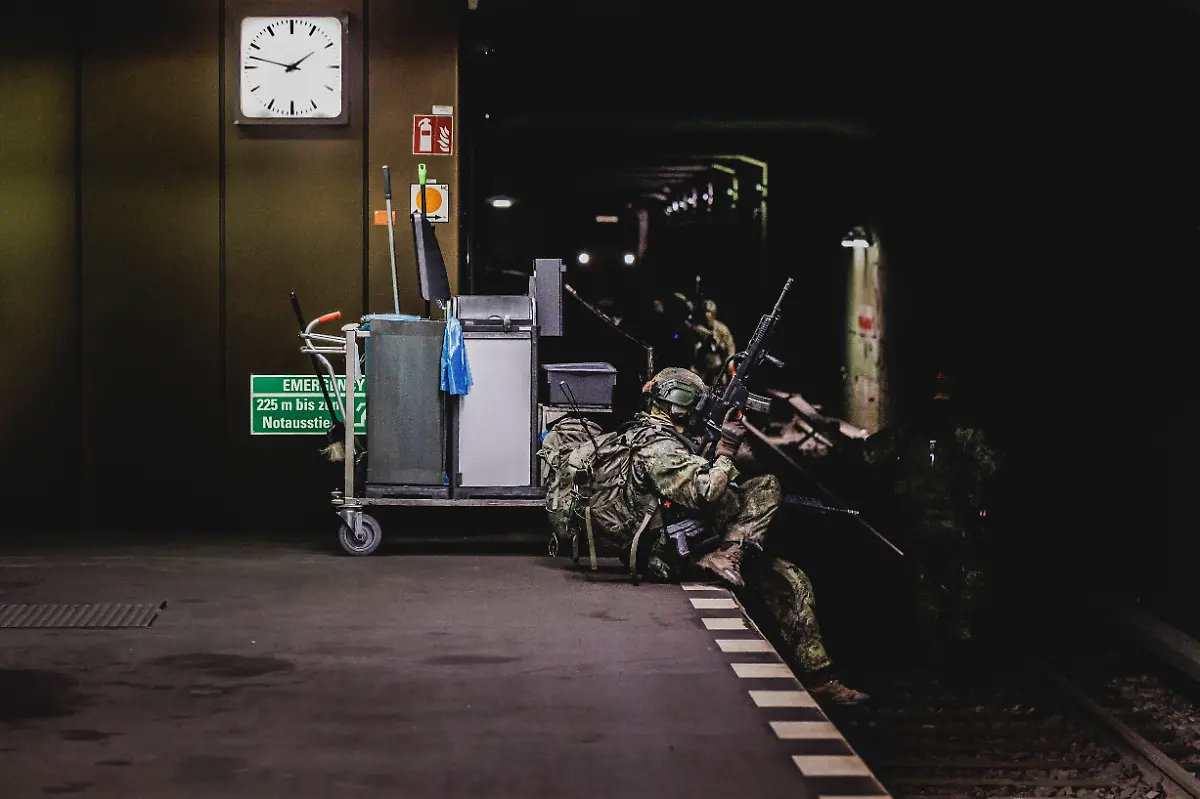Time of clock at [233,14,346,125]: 1:47
